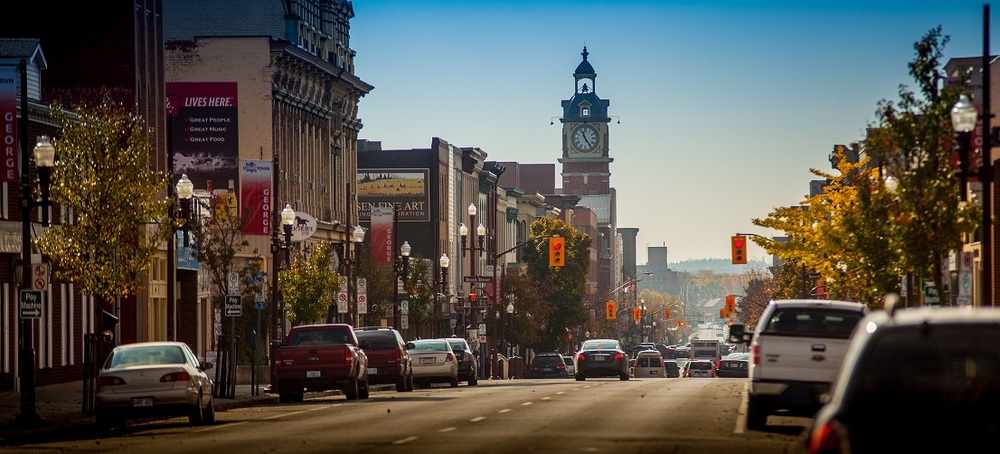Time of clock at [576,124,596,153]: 11:24
